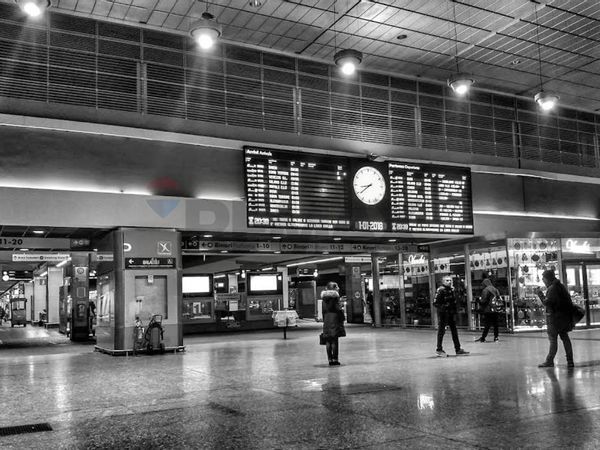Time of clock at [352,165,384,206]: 8:38
